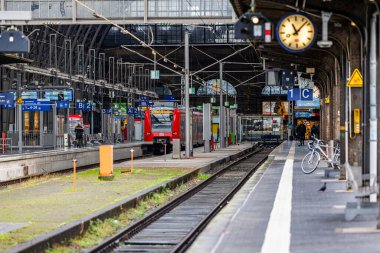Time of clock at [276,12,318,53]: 11:07
